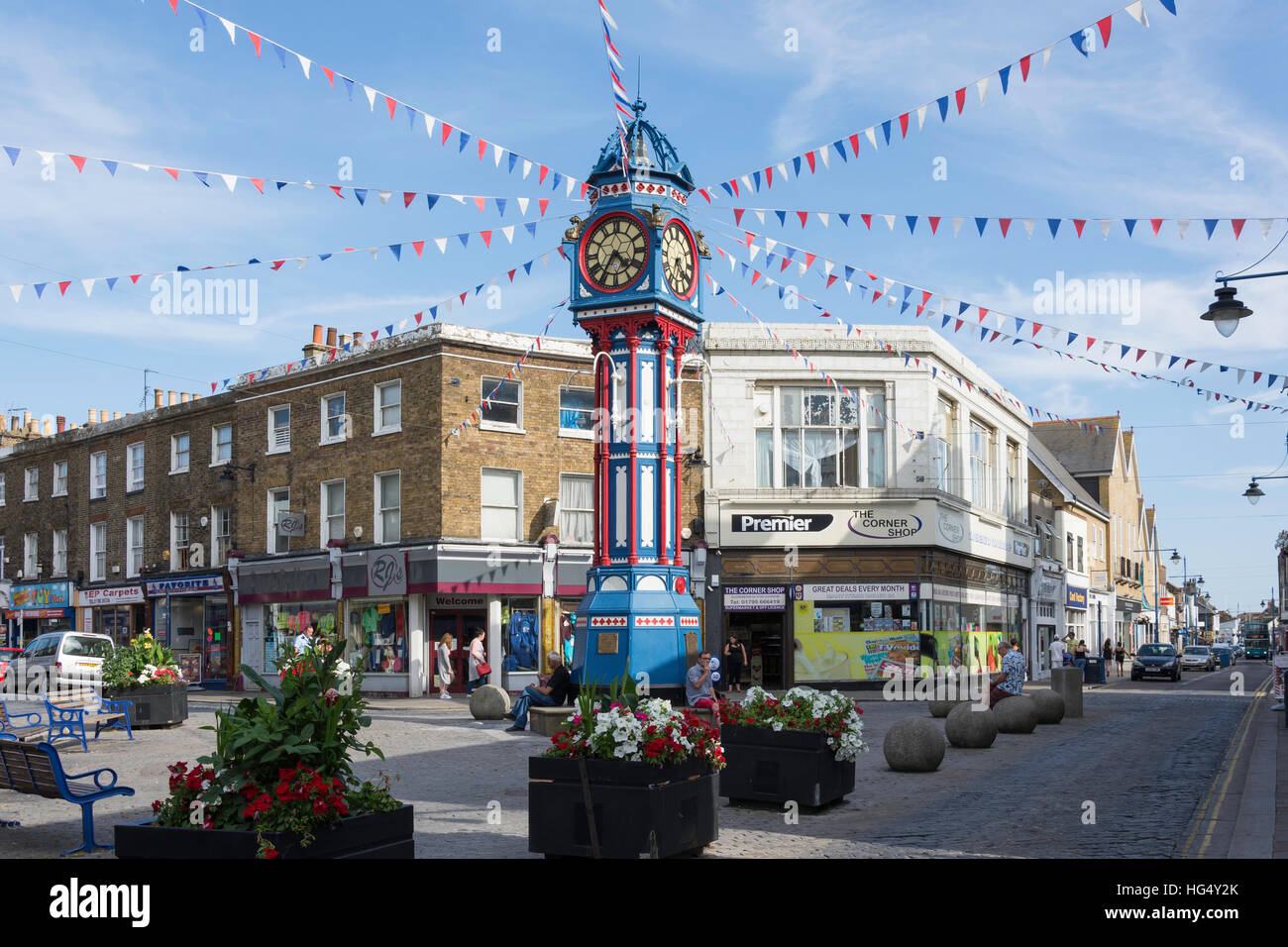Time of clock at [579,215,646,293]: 4:35
